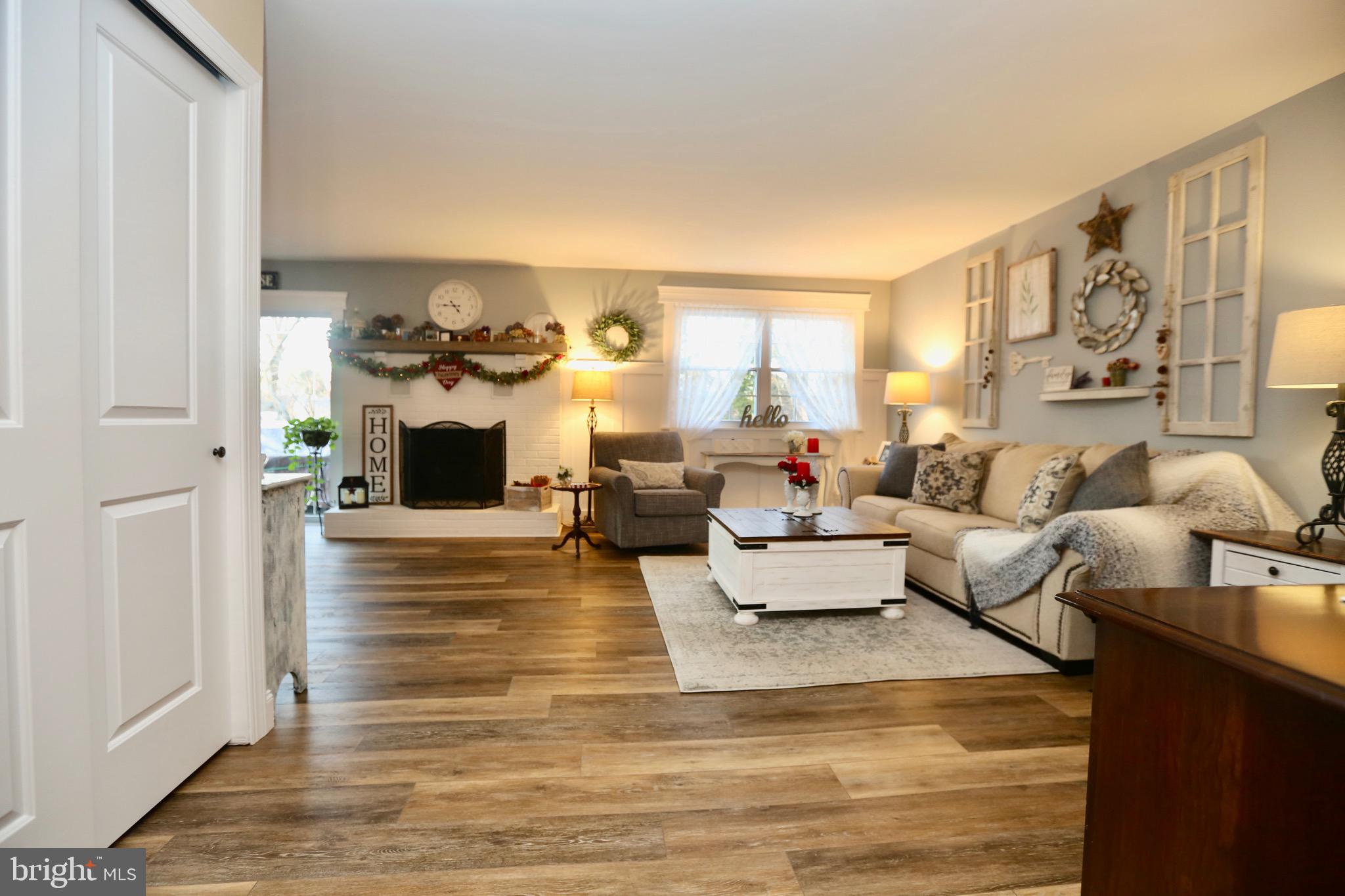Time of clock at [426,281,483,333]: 4:45
